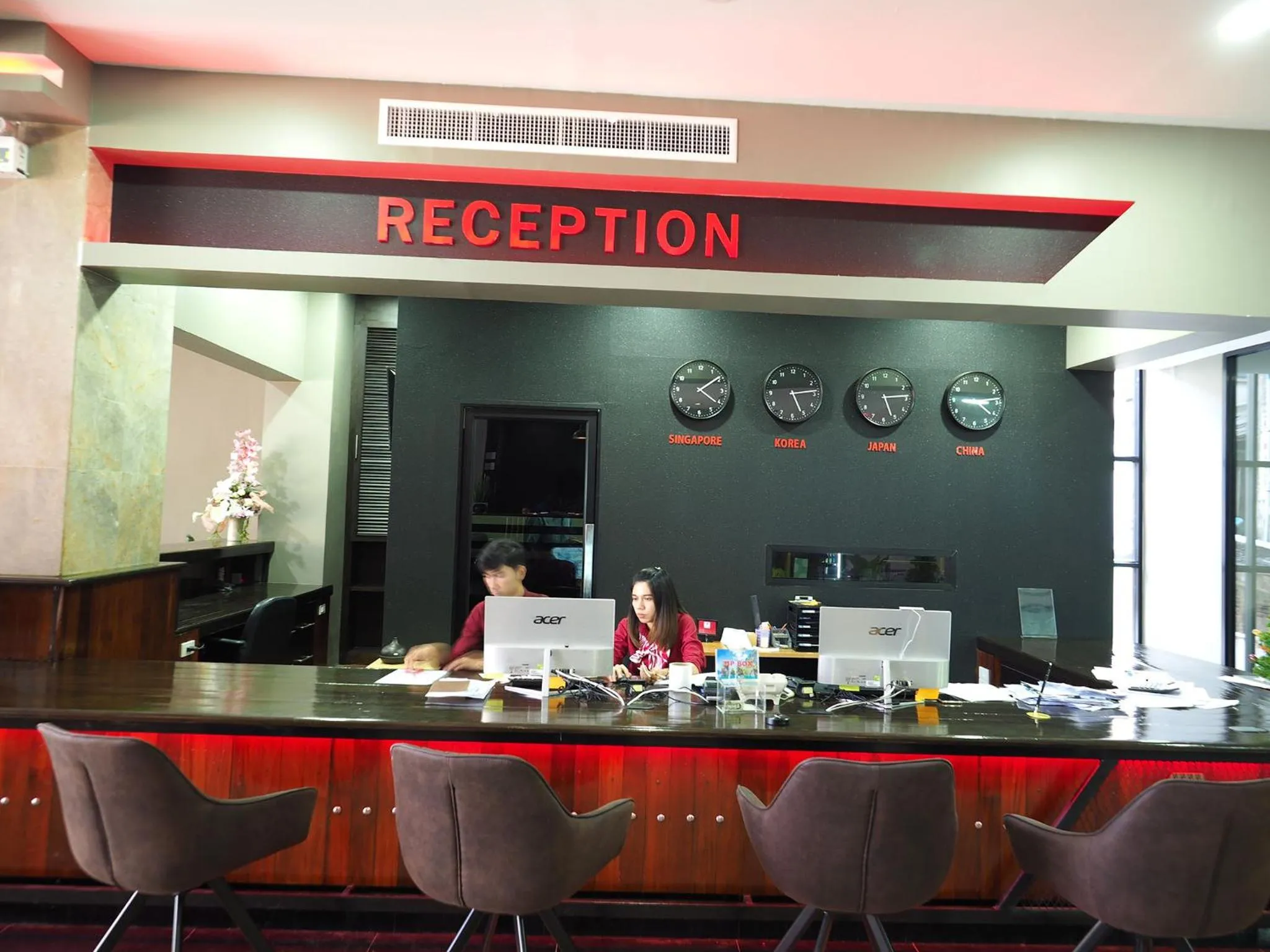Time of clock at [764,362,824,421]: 5:13
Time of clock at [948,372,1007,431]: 4:13
